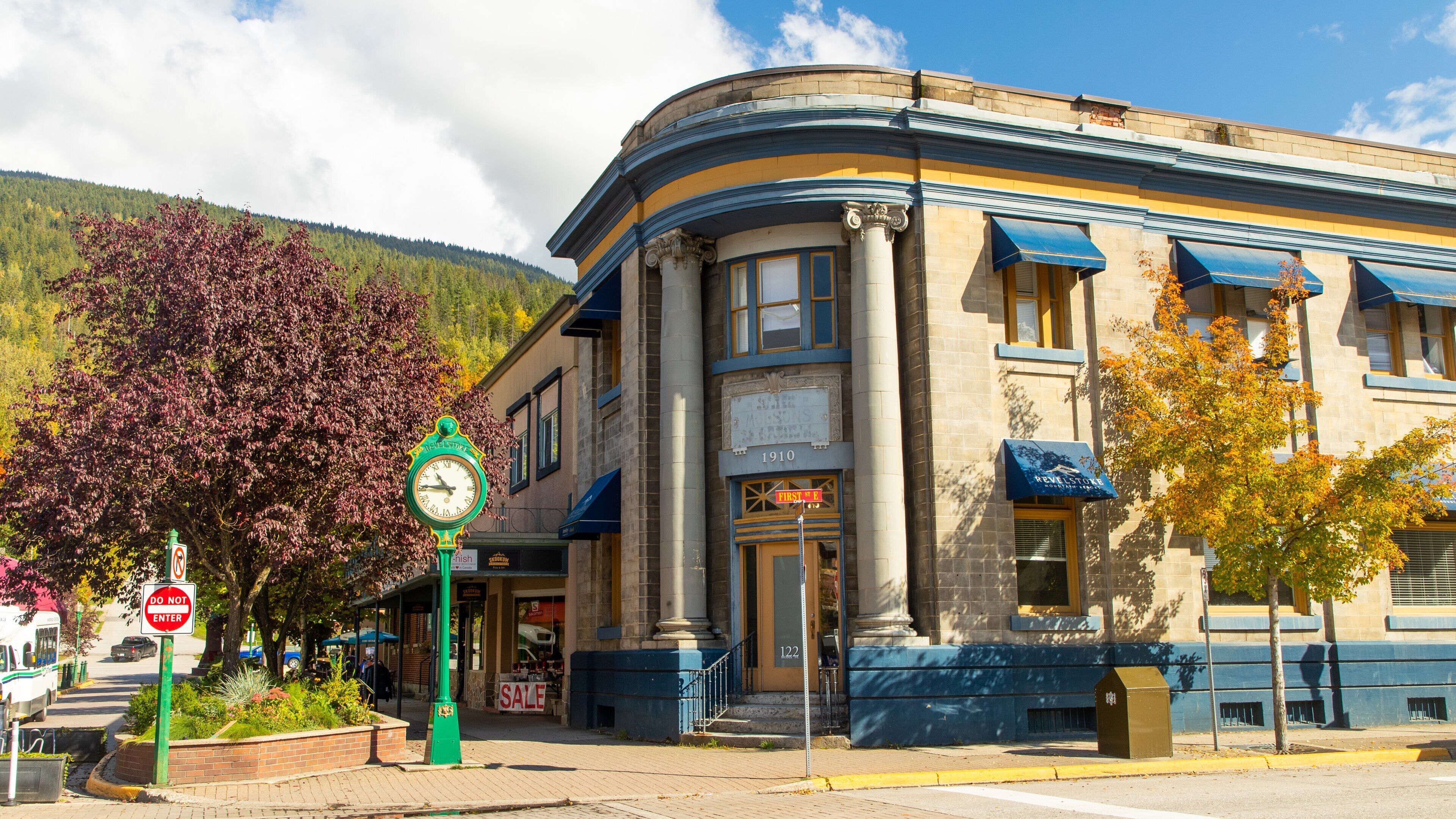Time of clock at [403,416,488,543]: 10:45
